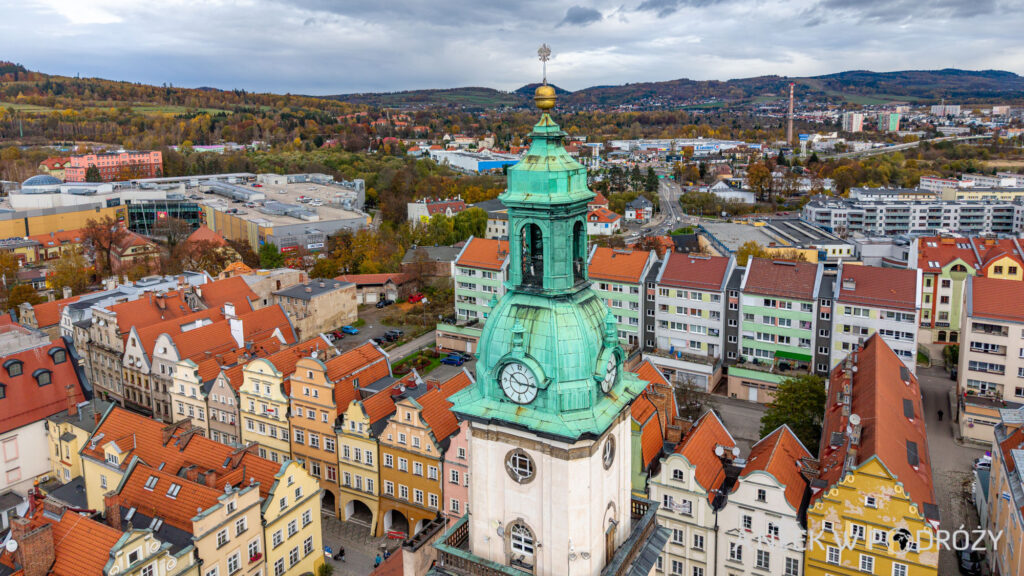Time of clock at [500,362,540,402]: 10:15
